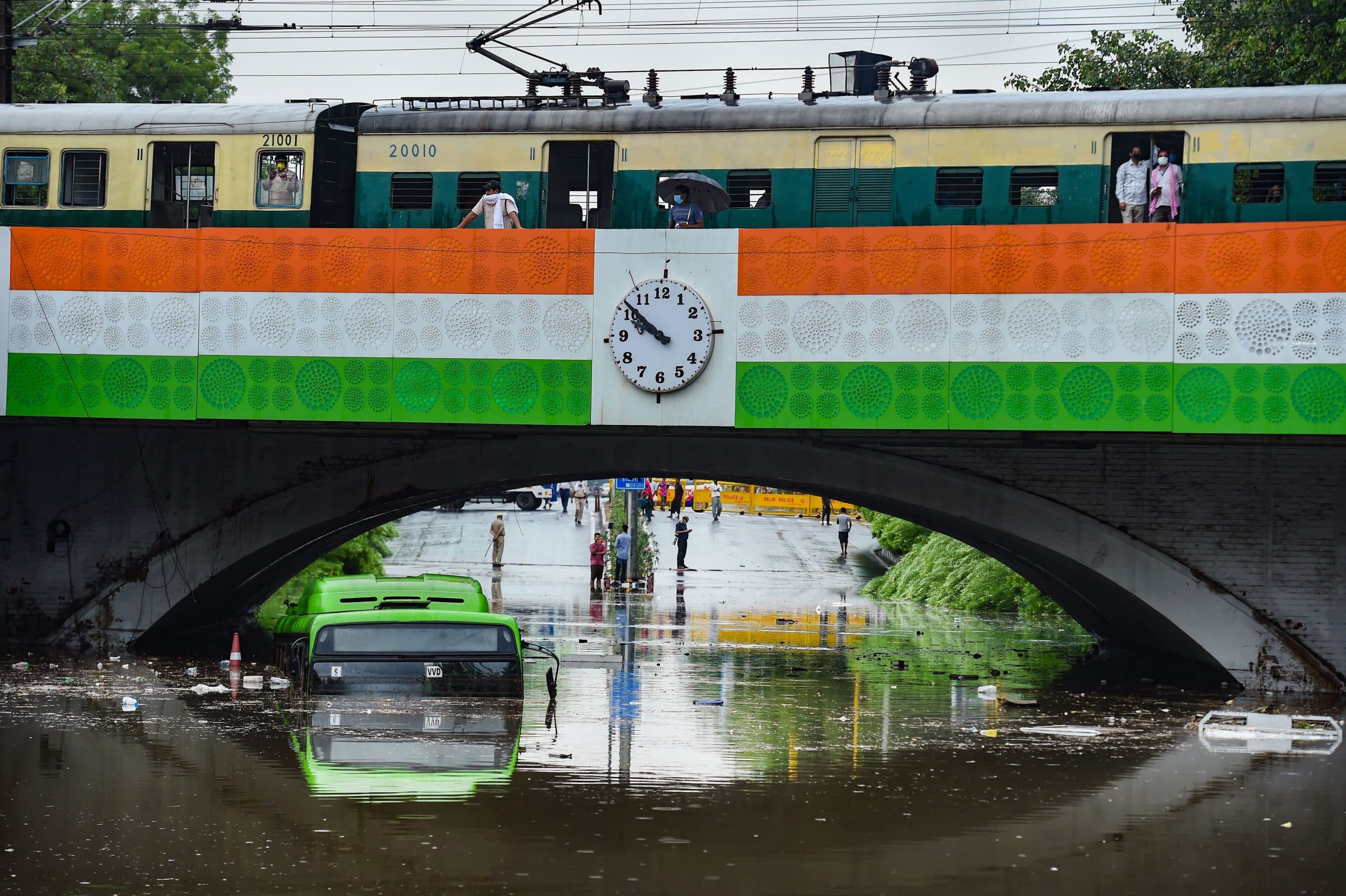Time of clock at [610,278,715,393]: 9:51
